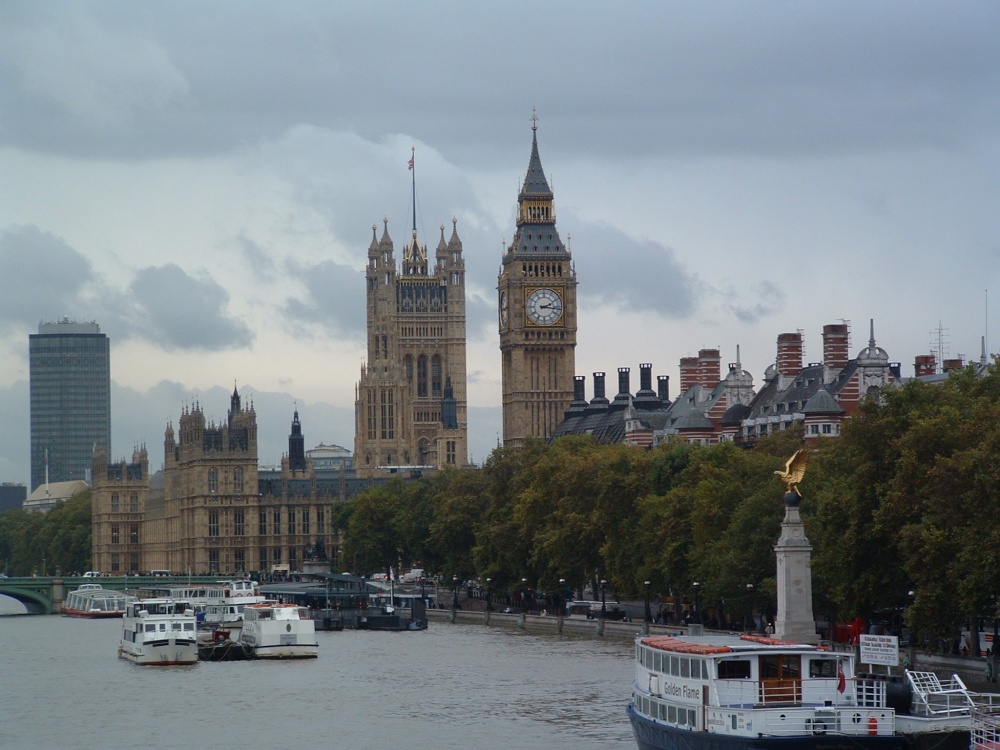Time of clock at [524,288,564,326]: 2:16
